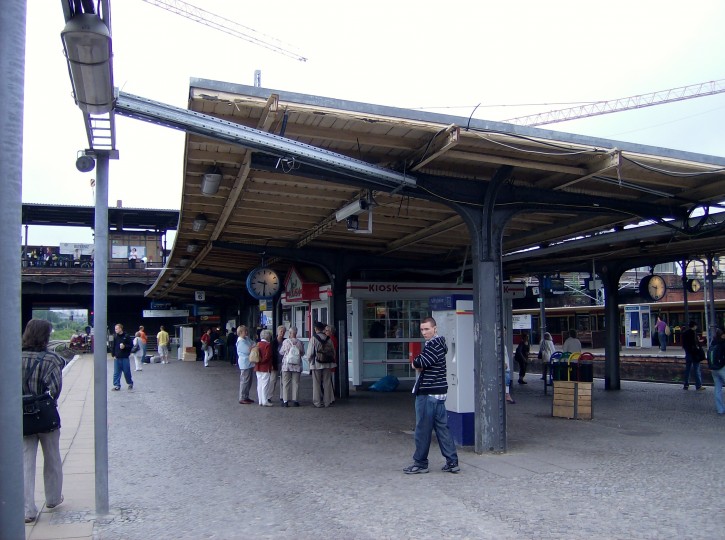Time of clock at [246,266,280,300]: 9:31
